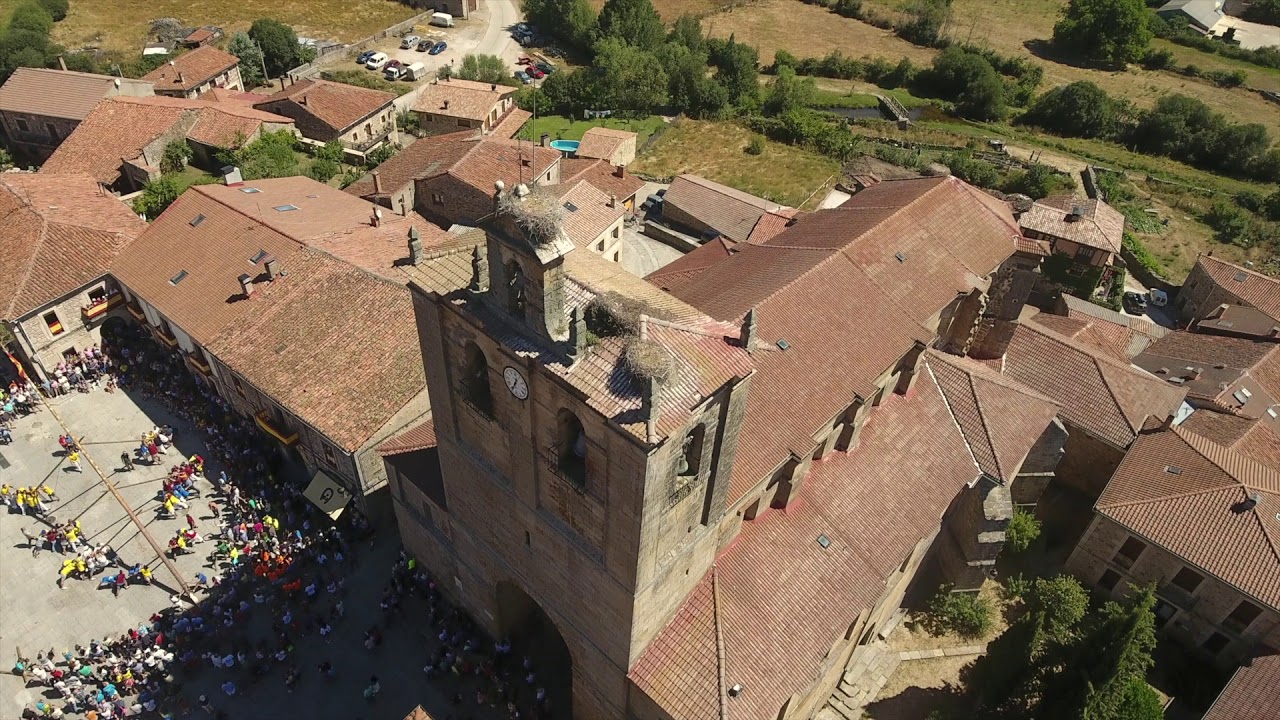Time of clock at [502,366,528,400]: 12:34
